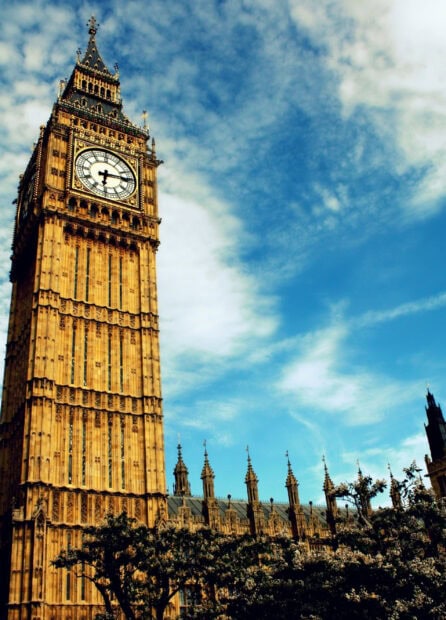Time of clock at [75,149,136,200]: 6:14
